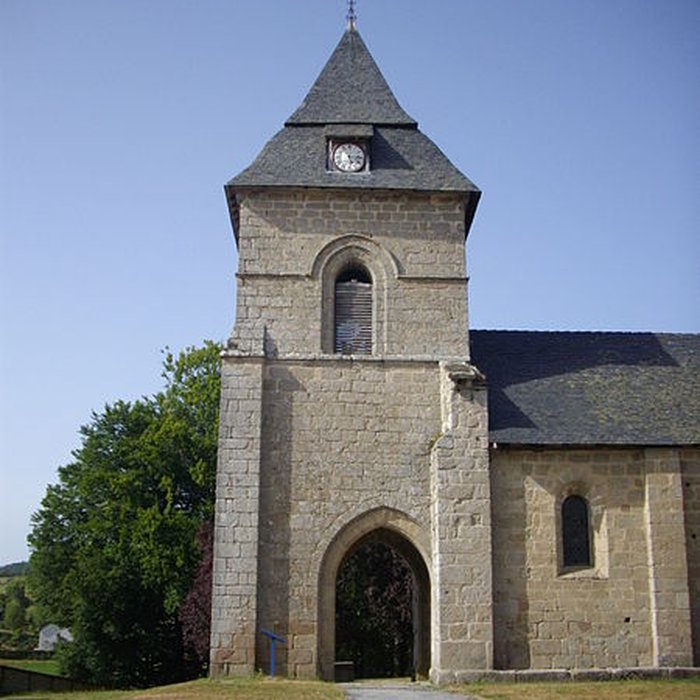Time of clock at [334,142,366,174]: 5:15
